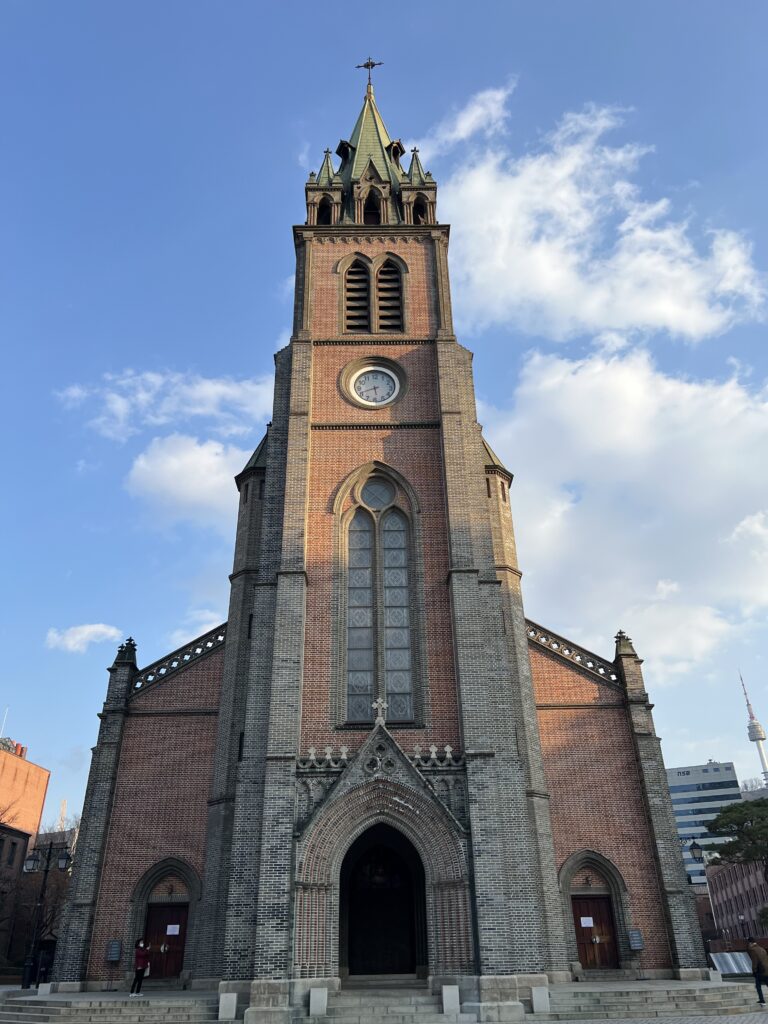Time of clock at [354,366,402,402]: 5:41
